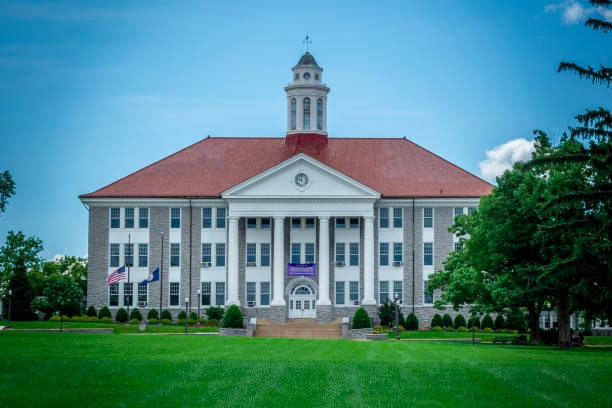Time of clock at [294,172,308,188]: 11:47
